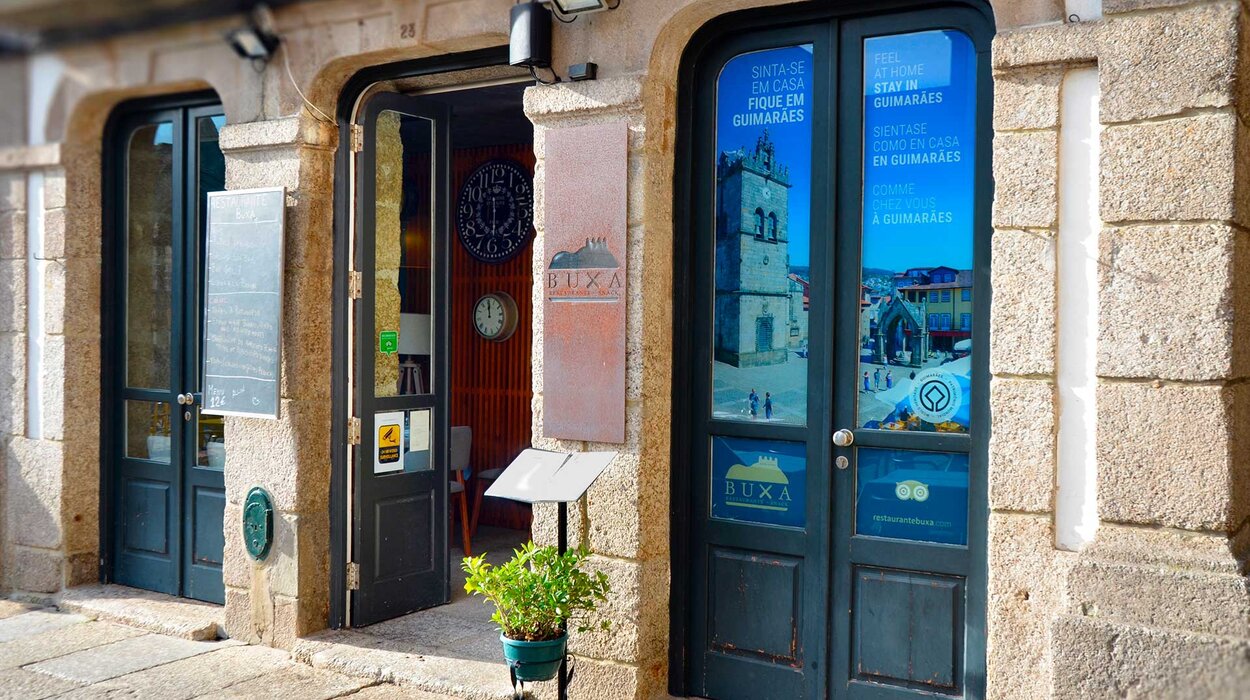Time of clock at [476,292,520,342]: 12:00
